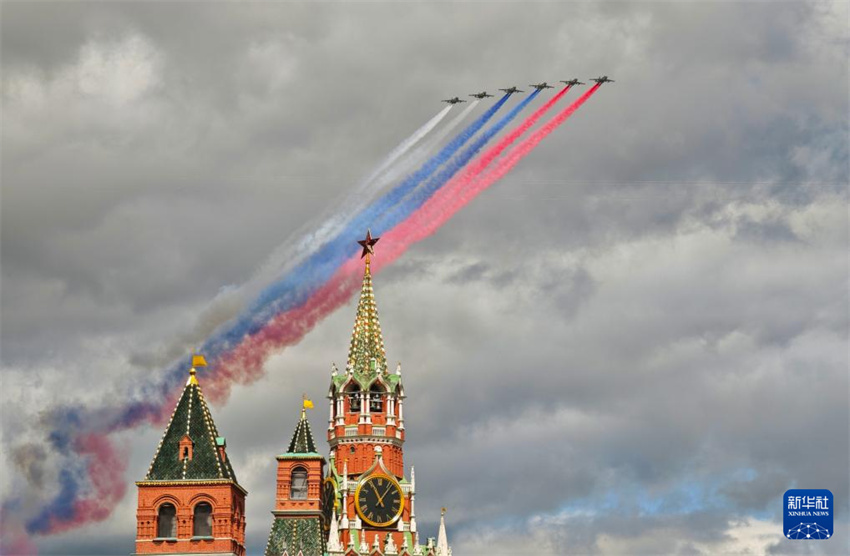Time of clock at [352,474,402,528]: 11:06
